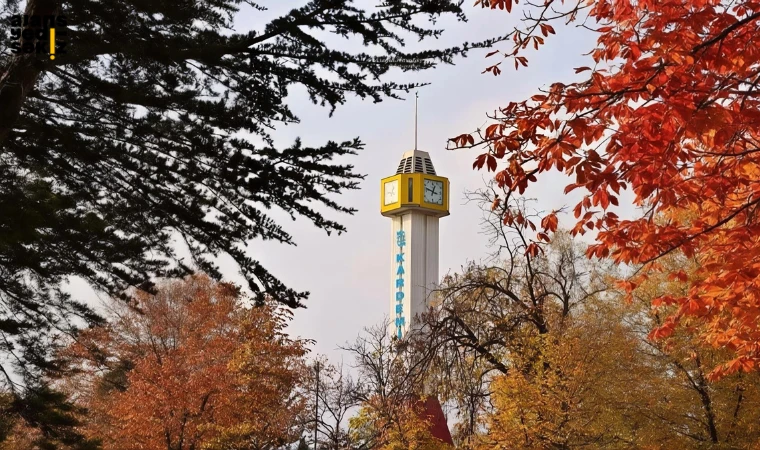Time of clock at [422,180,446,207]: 12:47
